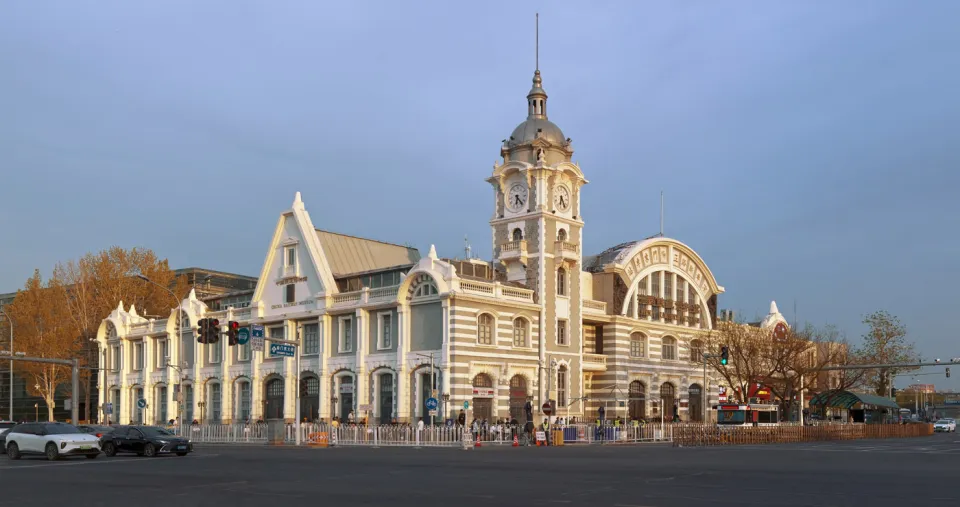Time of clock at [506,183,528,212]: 6:23
